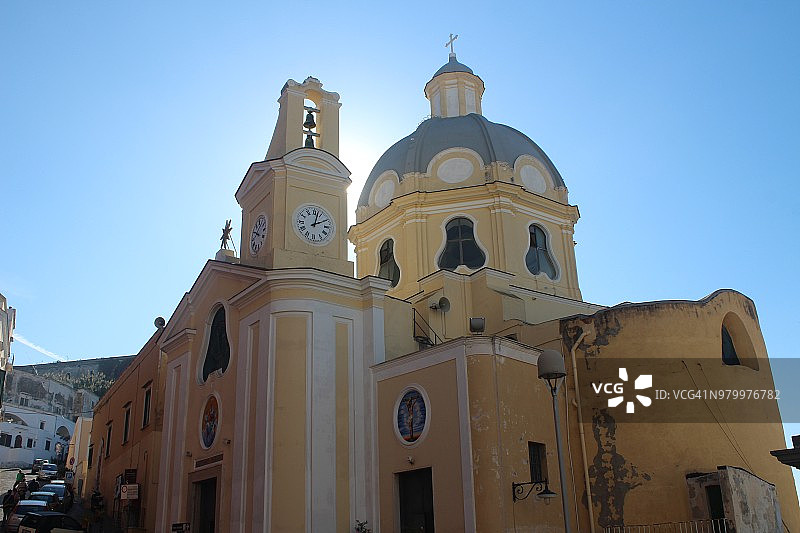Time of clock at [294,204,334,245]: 2:02
